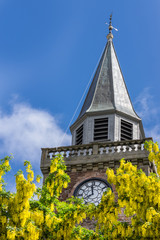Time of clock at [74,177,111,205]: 7:59
